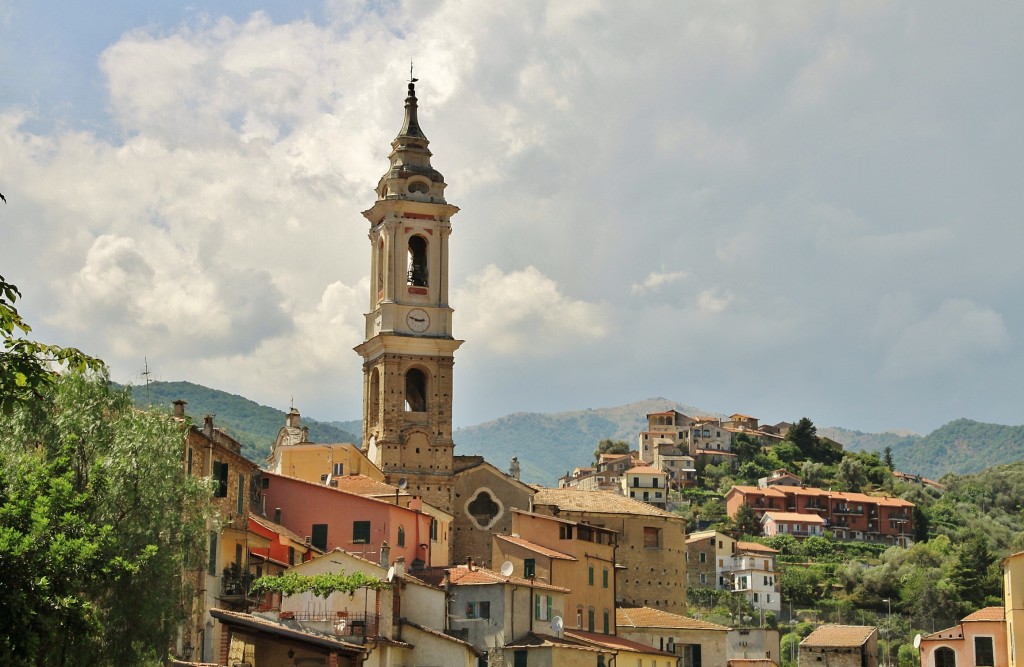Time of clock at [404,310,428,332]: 2:48
